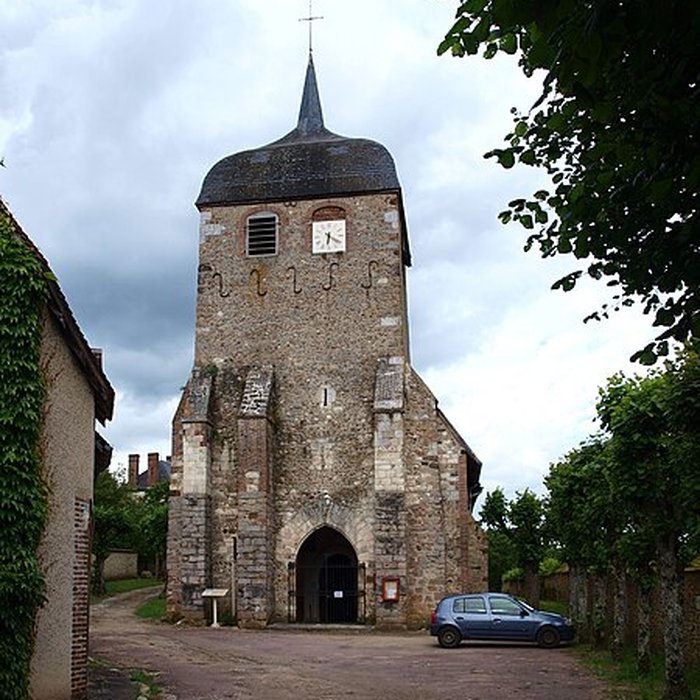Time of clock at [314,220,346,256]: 6:20
